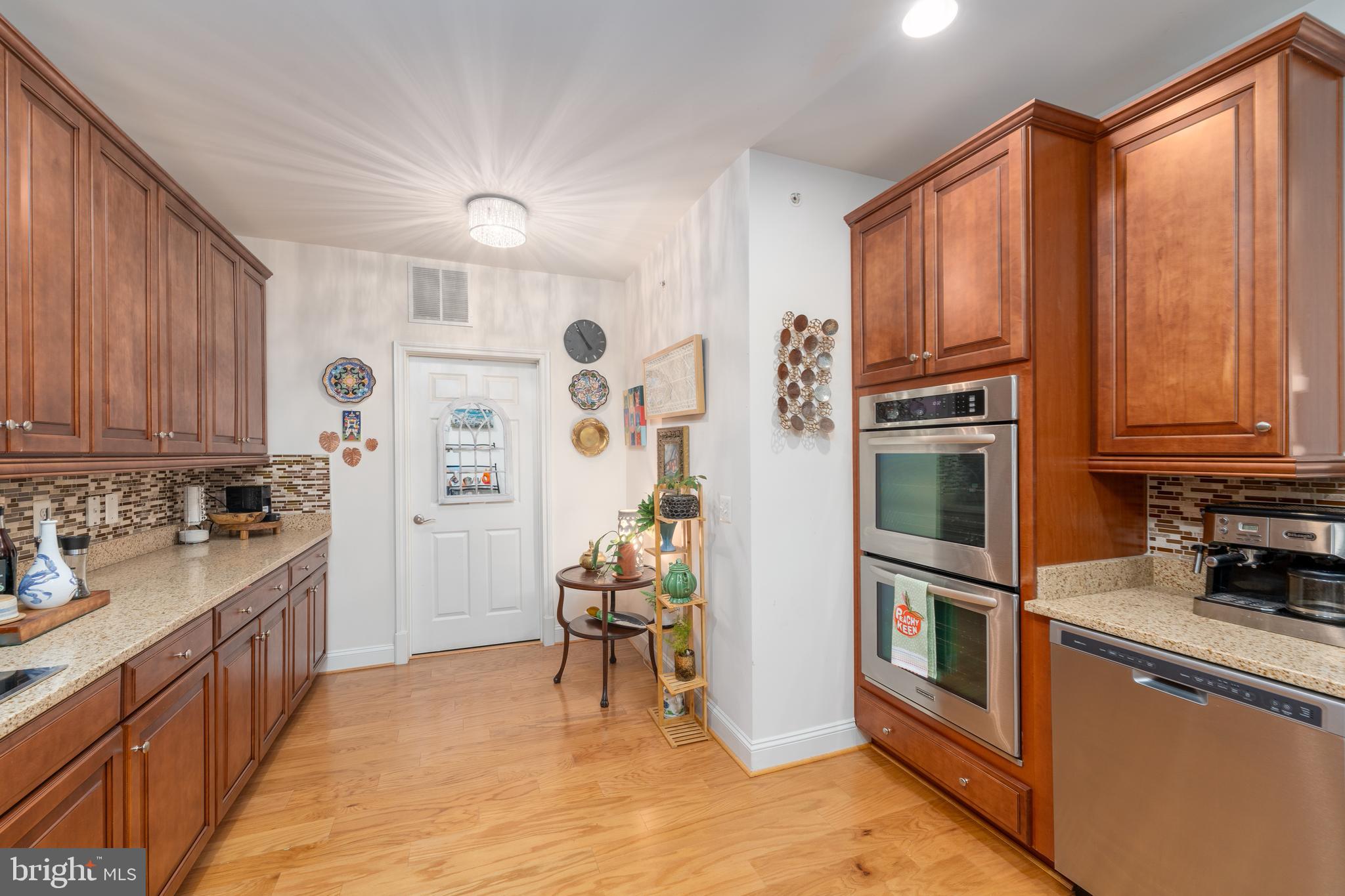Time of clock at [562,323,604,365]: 10:55
